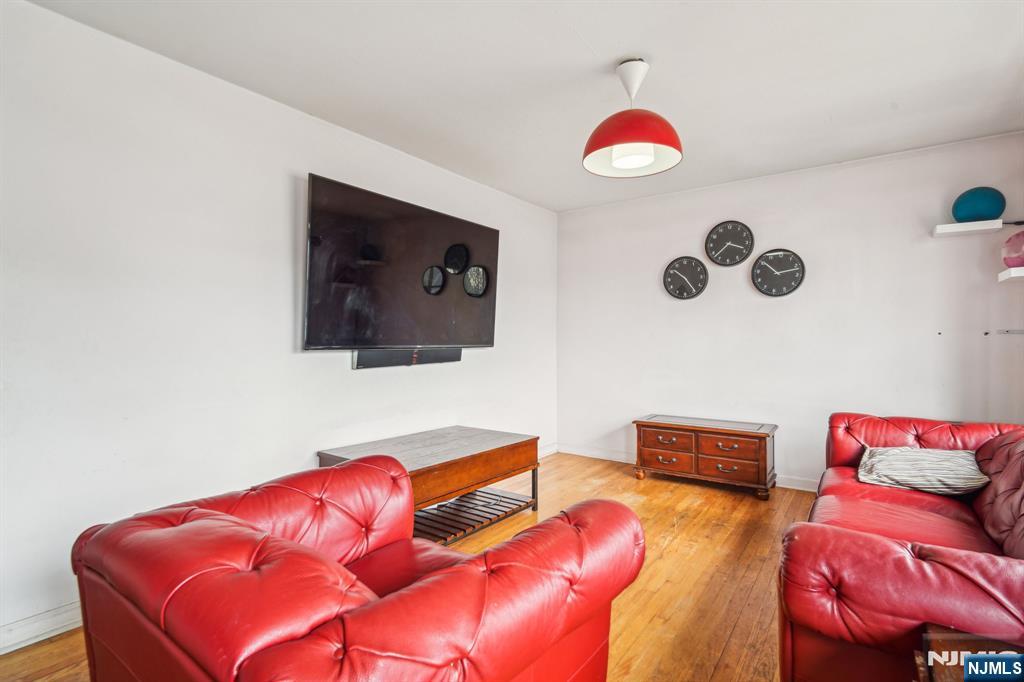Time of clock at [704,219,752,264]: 3:37
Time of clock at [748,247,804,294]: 10:12
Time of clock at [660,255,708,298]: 10:24
